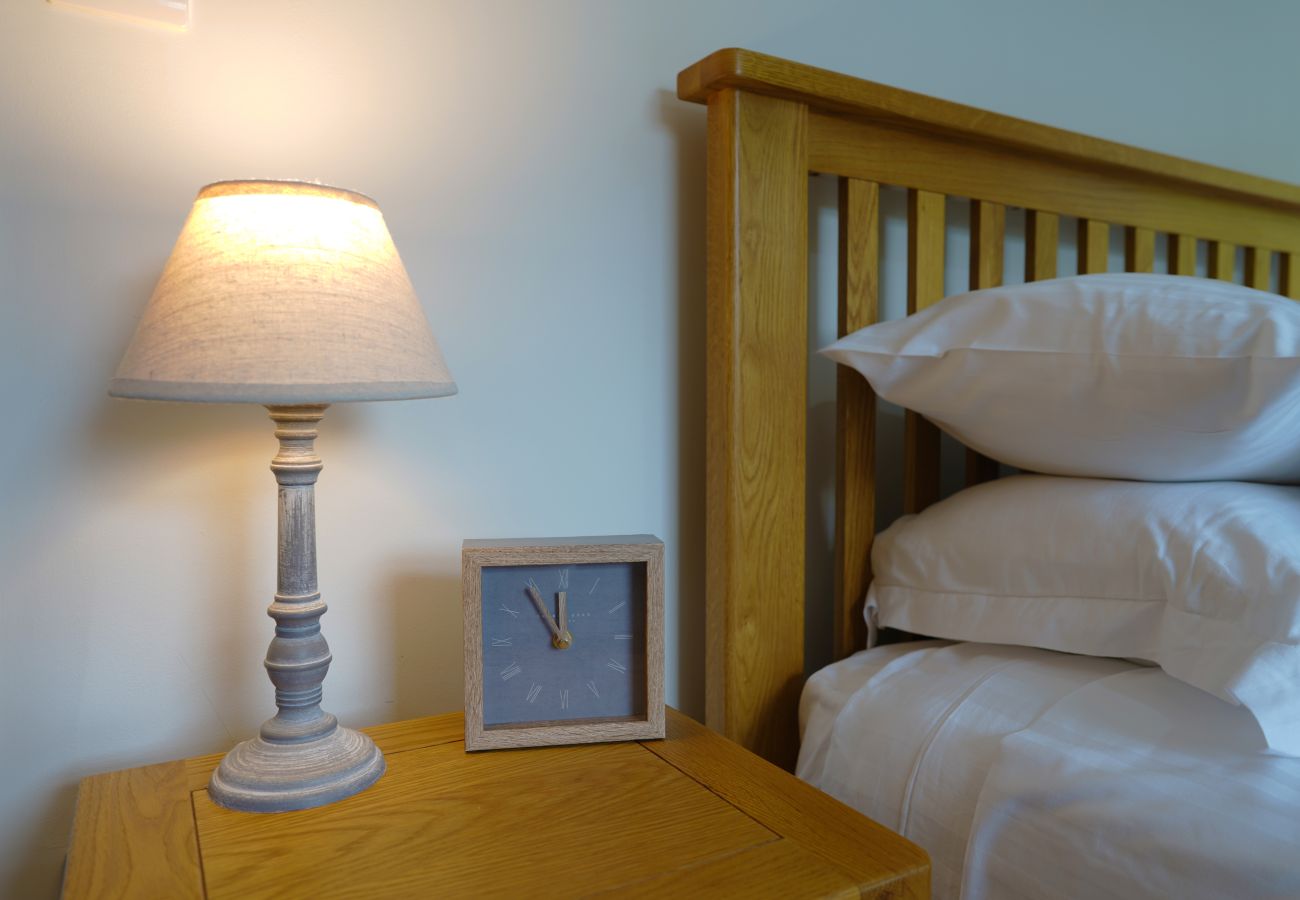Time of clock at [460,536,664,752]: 11:54
